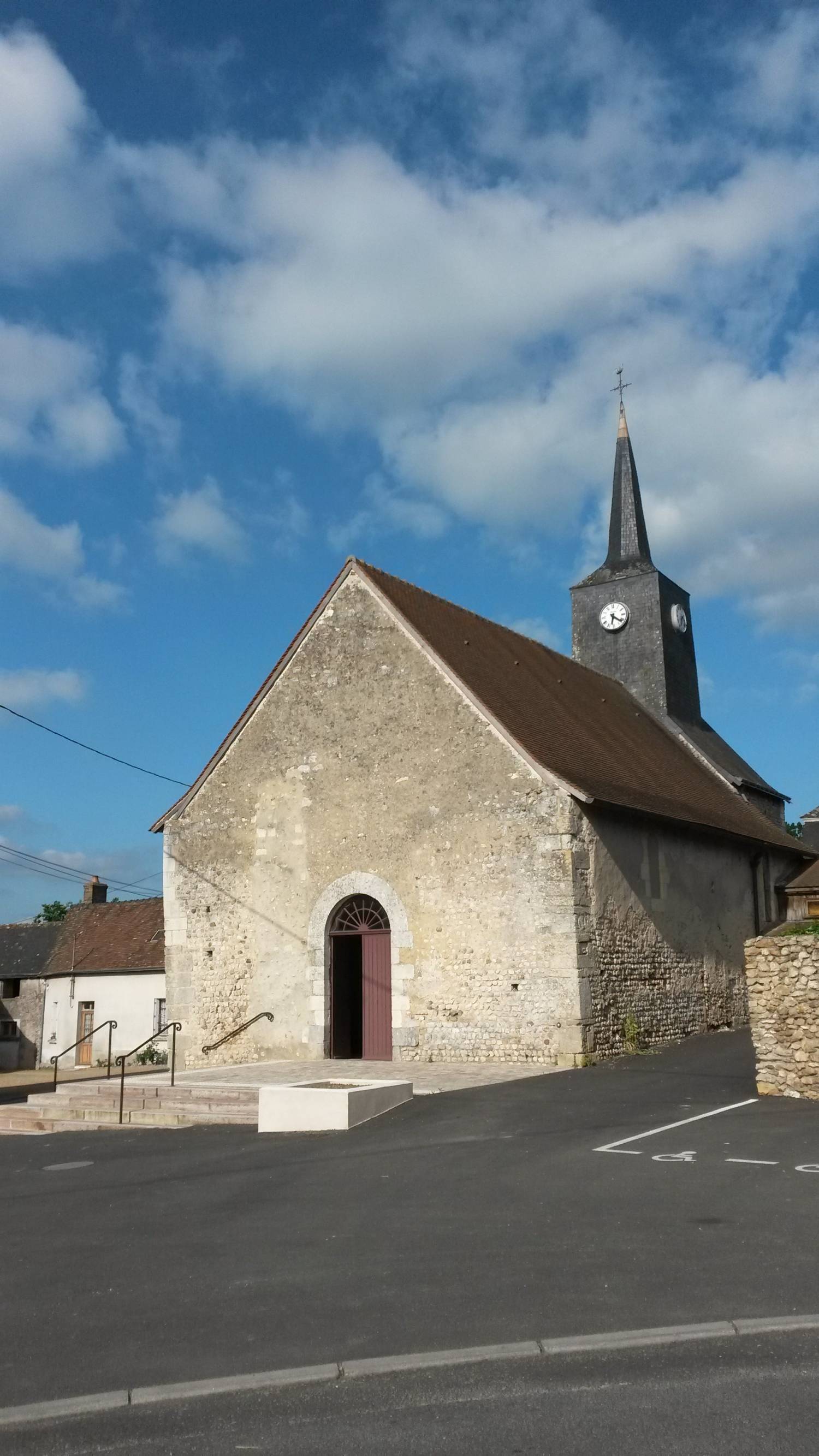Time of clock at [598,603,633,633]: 6:21
